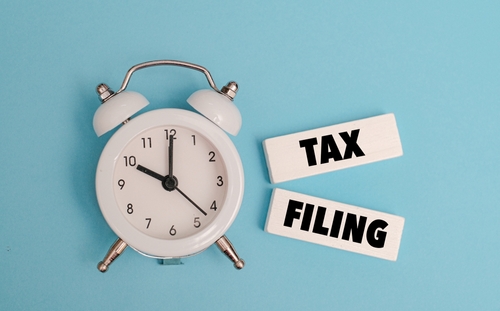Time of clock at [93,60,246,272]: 10:00
